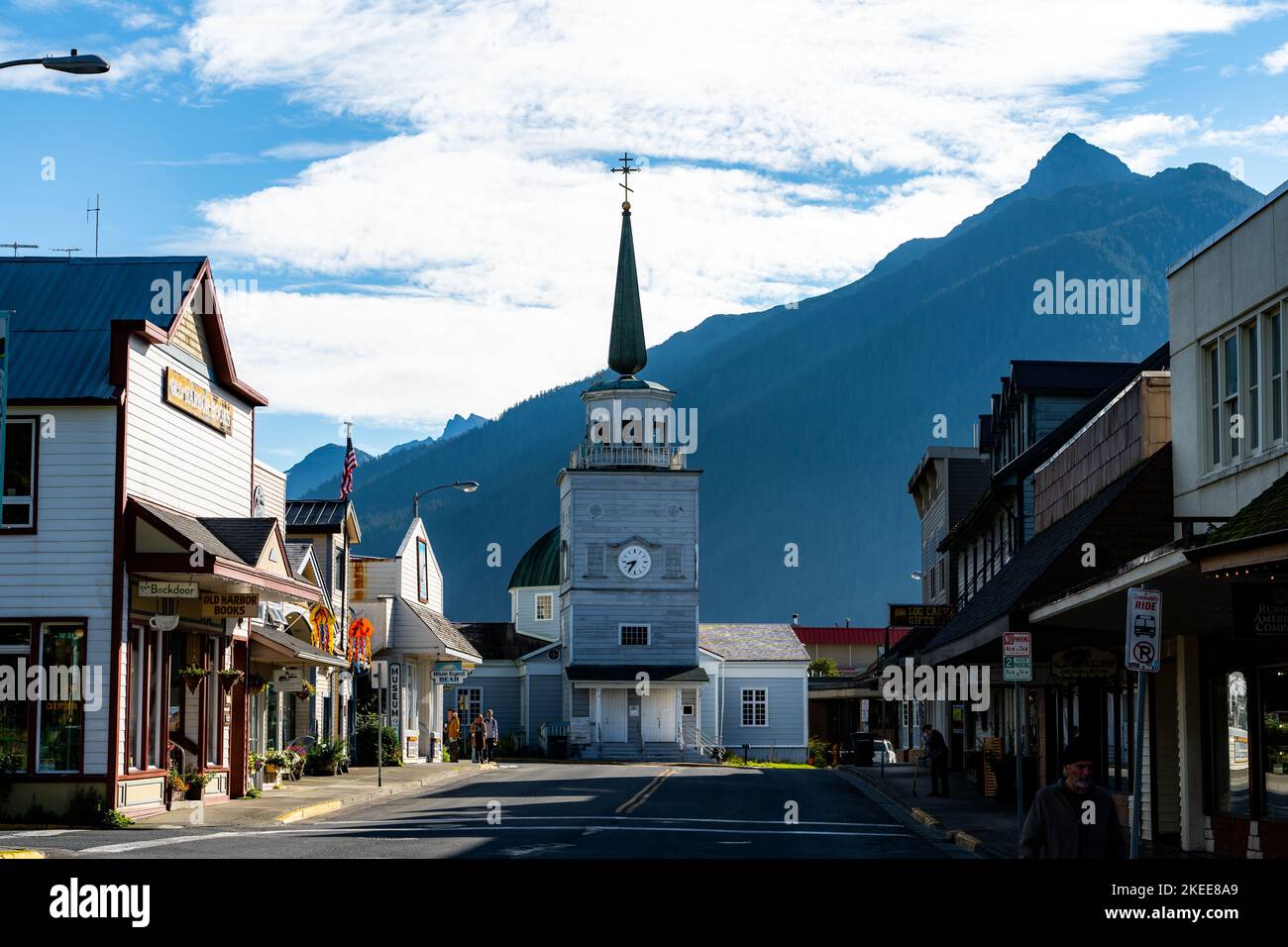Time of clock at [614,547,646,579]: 8:35
